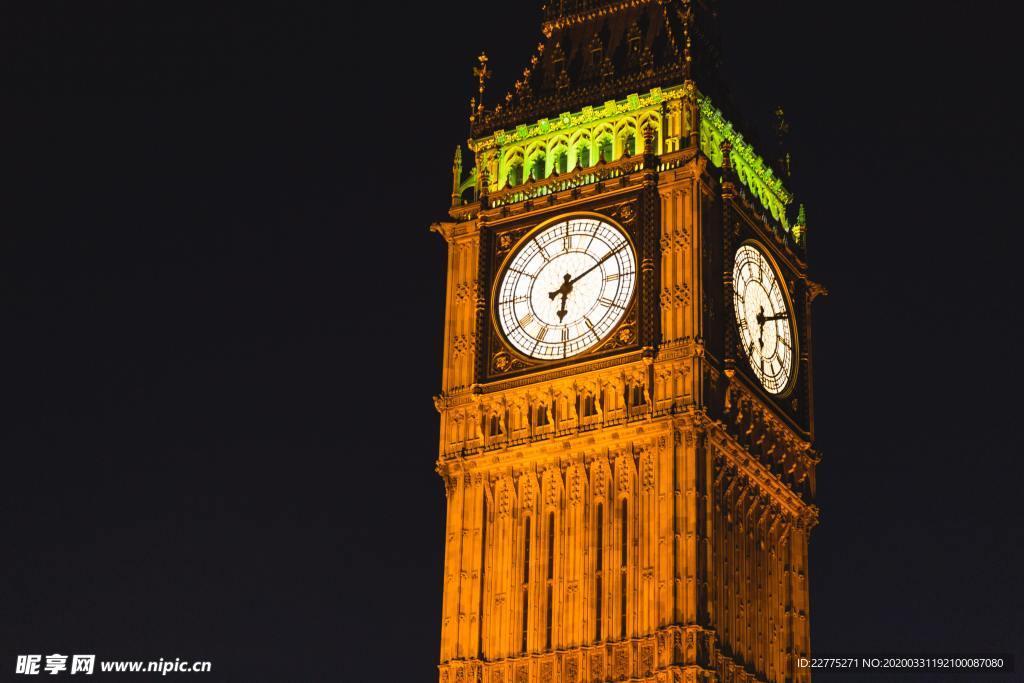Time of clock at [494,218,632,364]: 6:10
